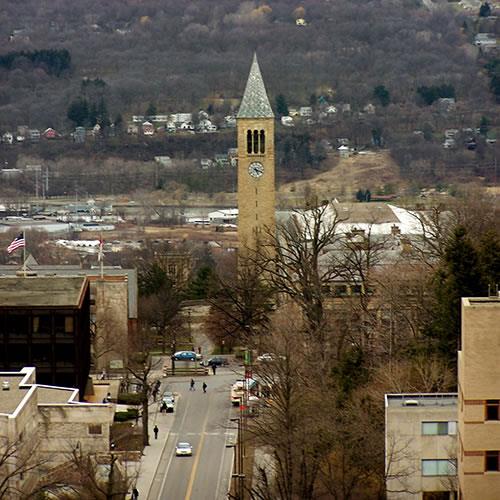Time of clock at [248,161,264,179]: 5:18
